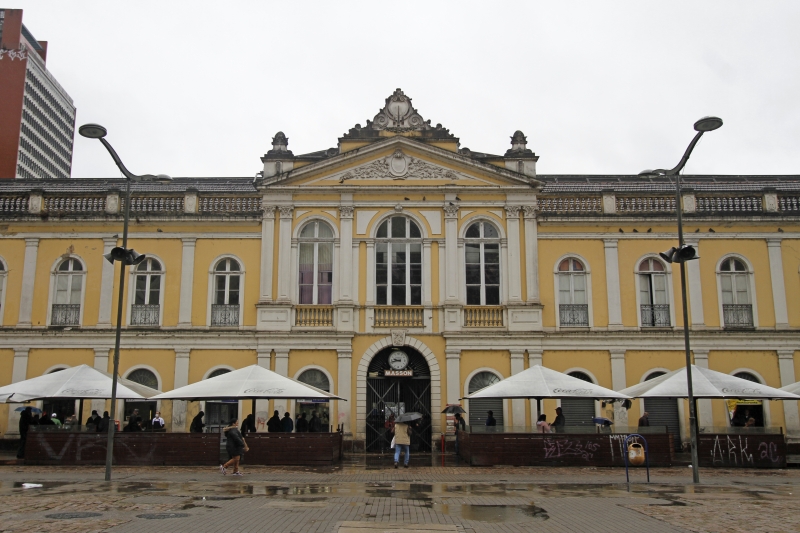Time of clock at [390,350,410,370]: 9:42
